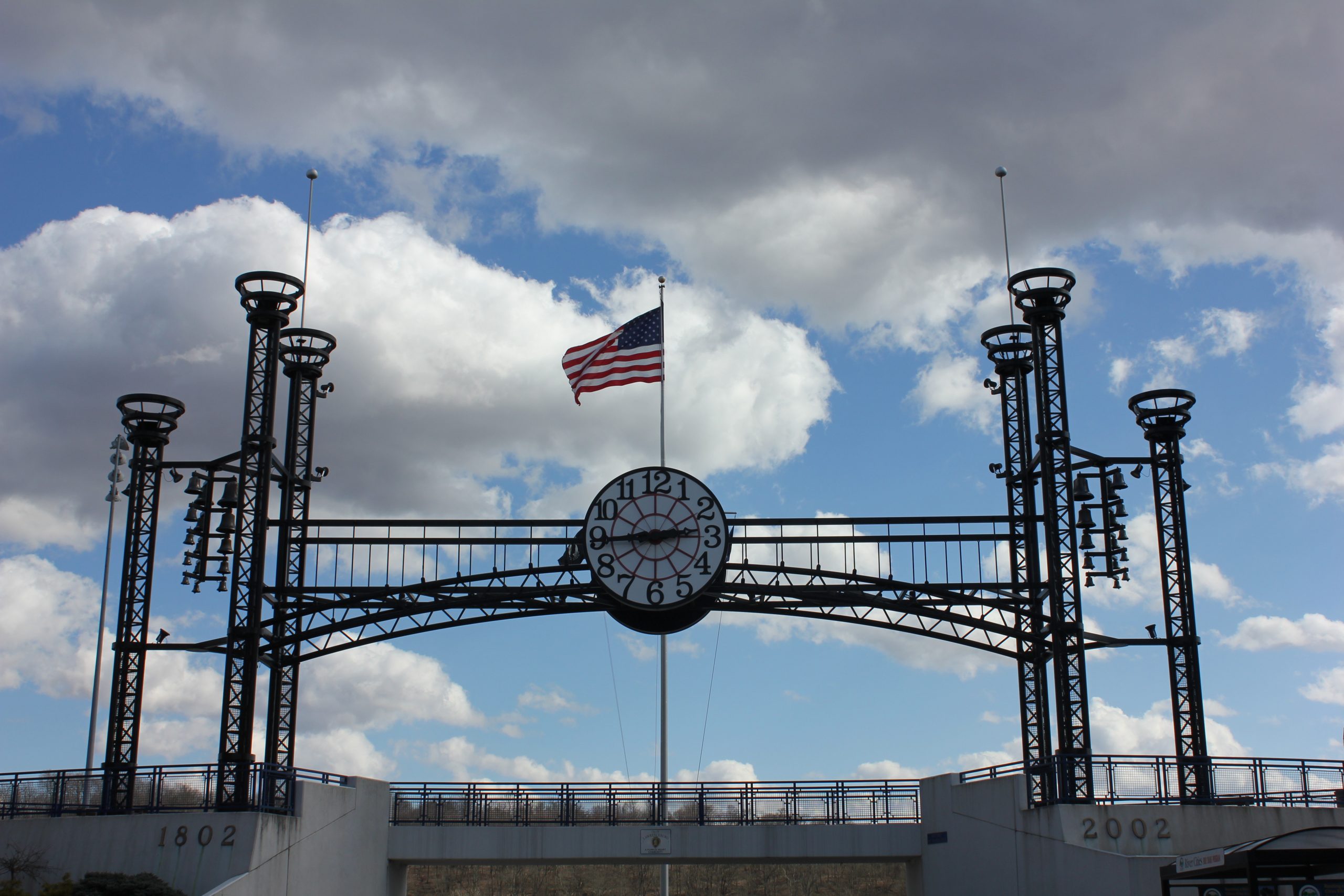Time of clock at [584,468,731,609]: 2:44
